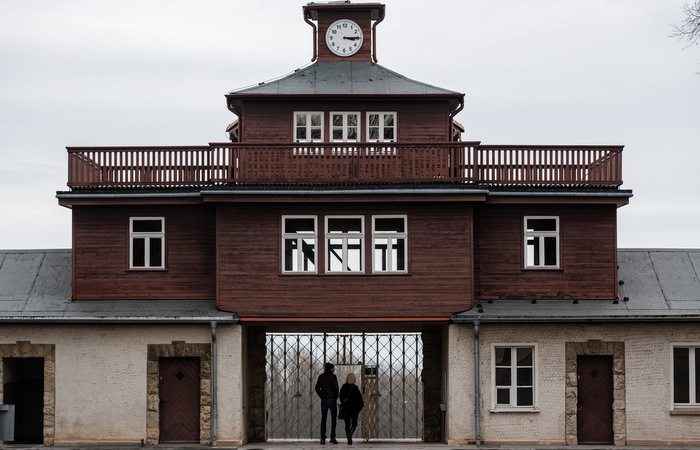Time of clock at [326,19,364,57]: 3:14
